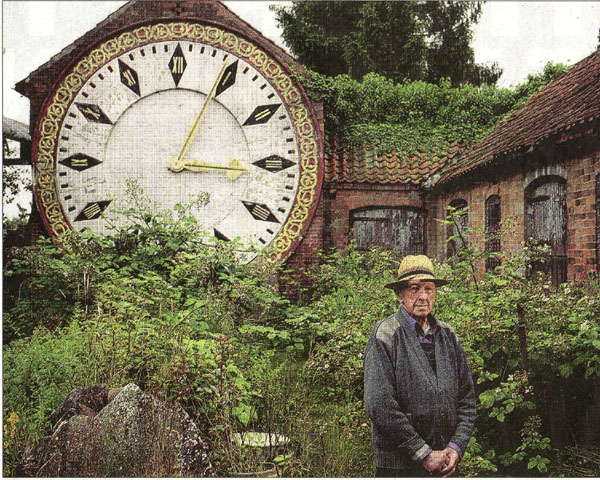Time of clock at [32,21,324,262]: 3:04
